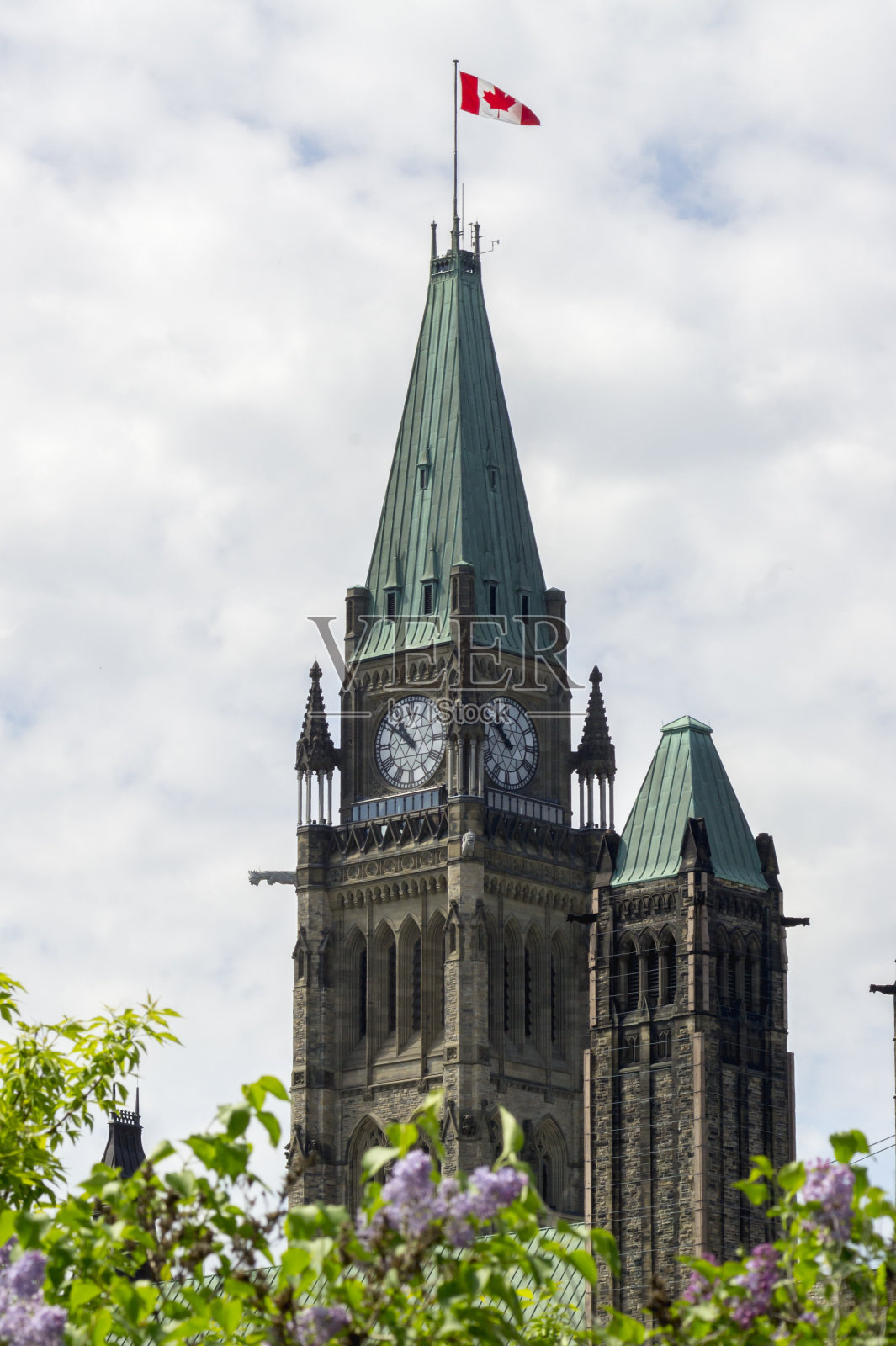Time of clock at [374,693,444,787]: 10:51
